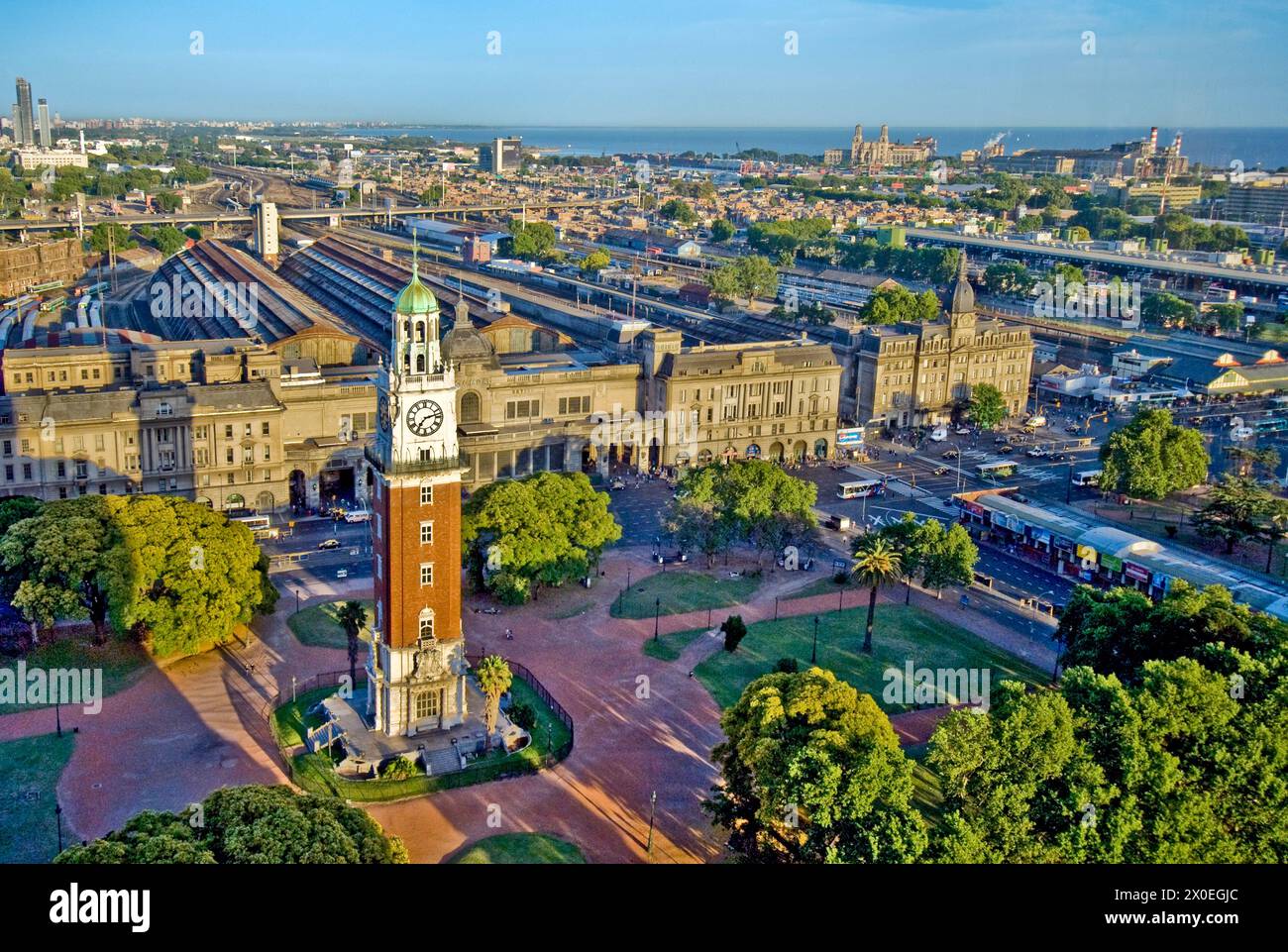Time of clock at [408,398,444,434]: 7:12
